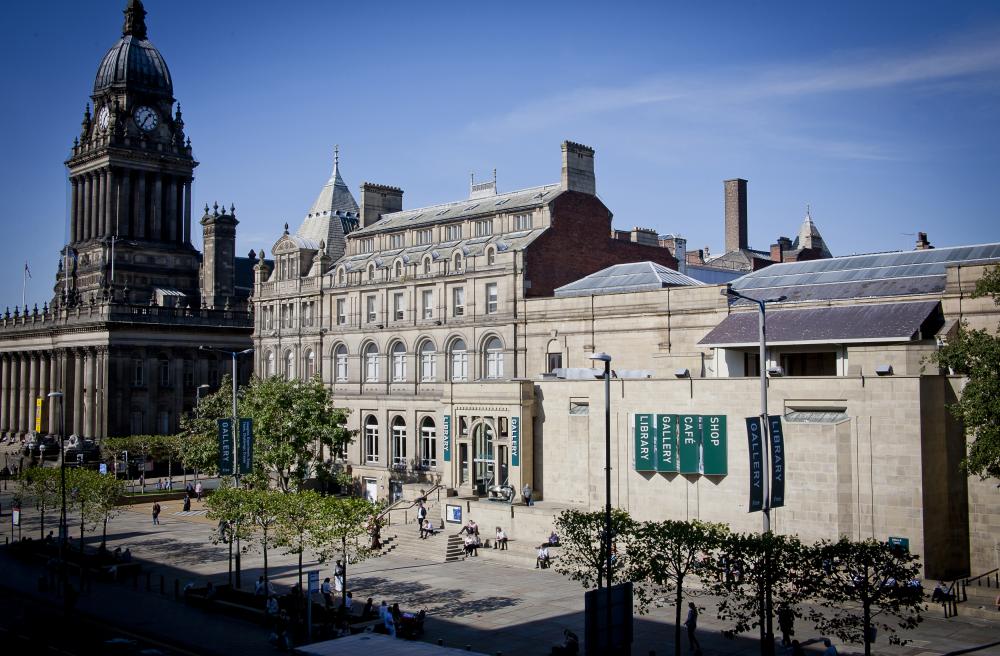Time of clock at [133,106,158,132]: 1:35
